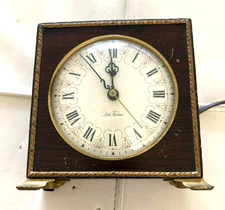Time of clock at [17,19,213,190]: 11:53
